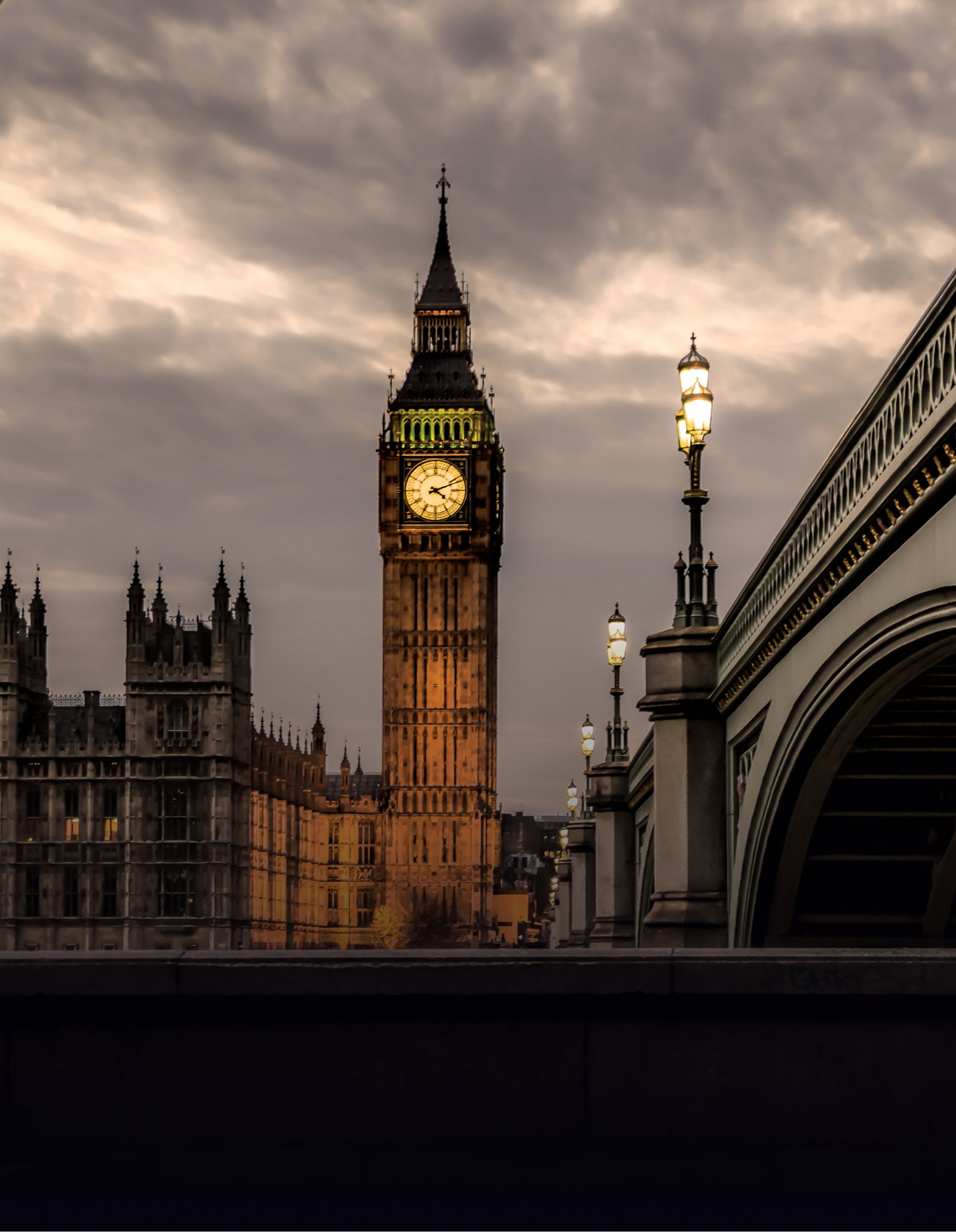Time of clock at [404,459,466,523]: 4:11
